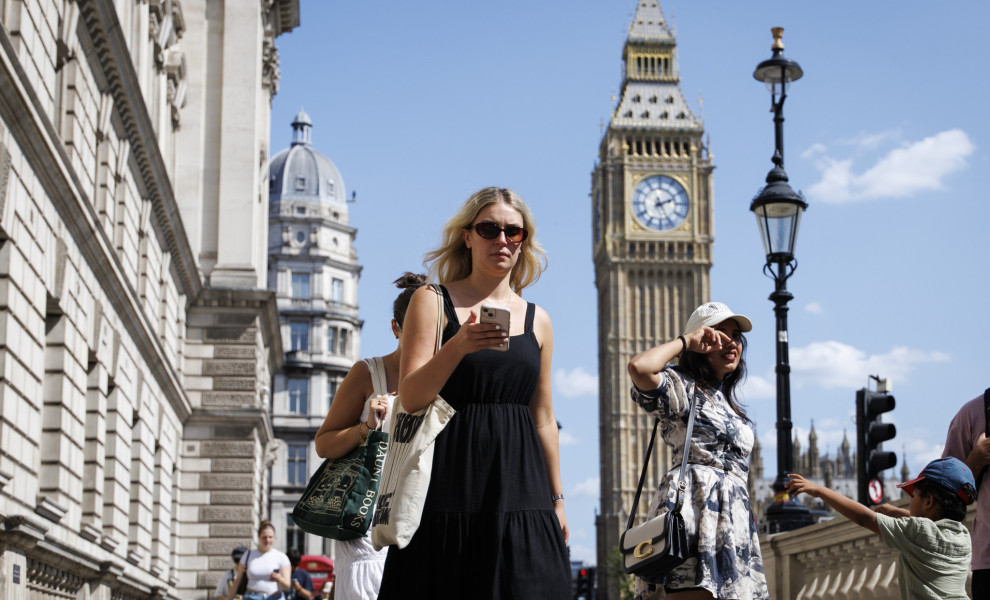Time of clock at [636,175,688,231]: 2:25
